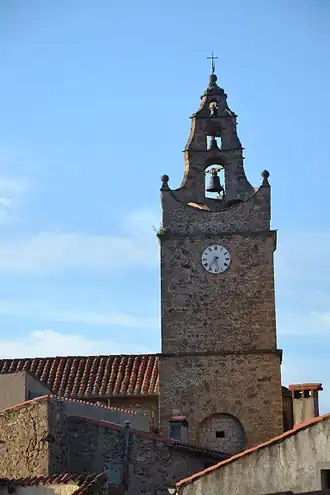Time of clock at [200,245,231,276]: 7:27
